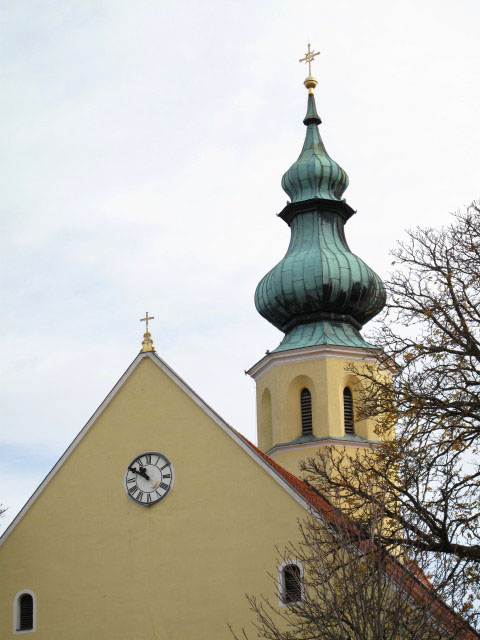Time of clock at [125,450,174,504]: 10:50
